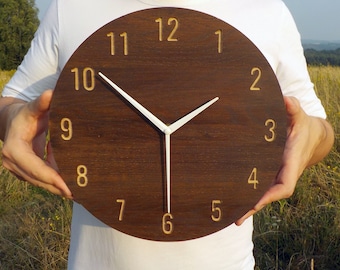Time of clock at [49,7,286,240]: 1:51
